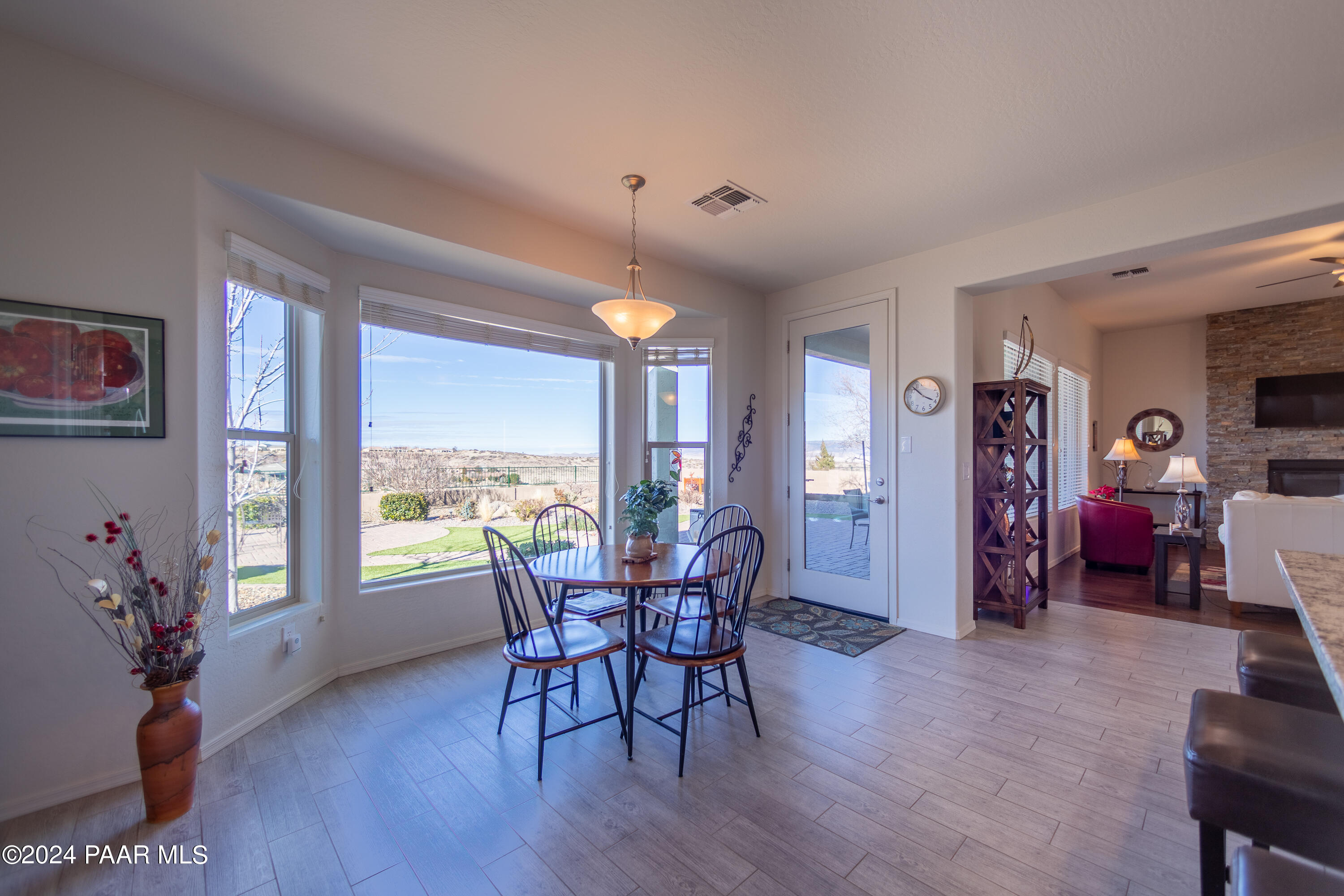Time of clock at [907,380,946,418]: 3:52
